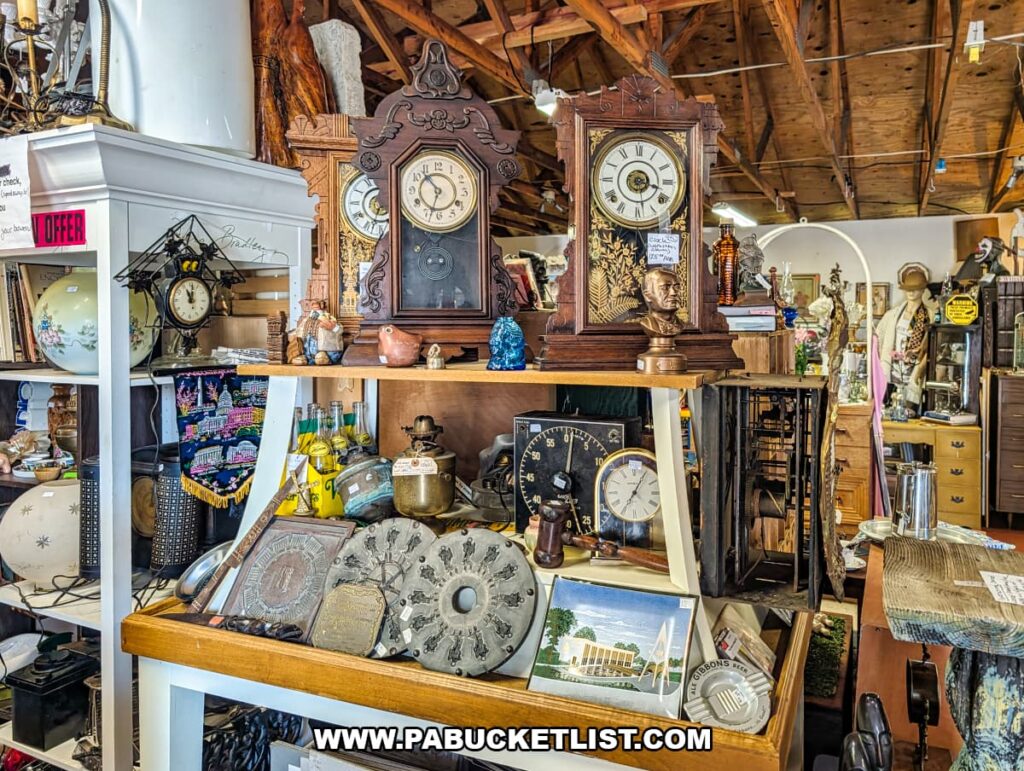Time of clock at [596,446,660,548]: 7:06
